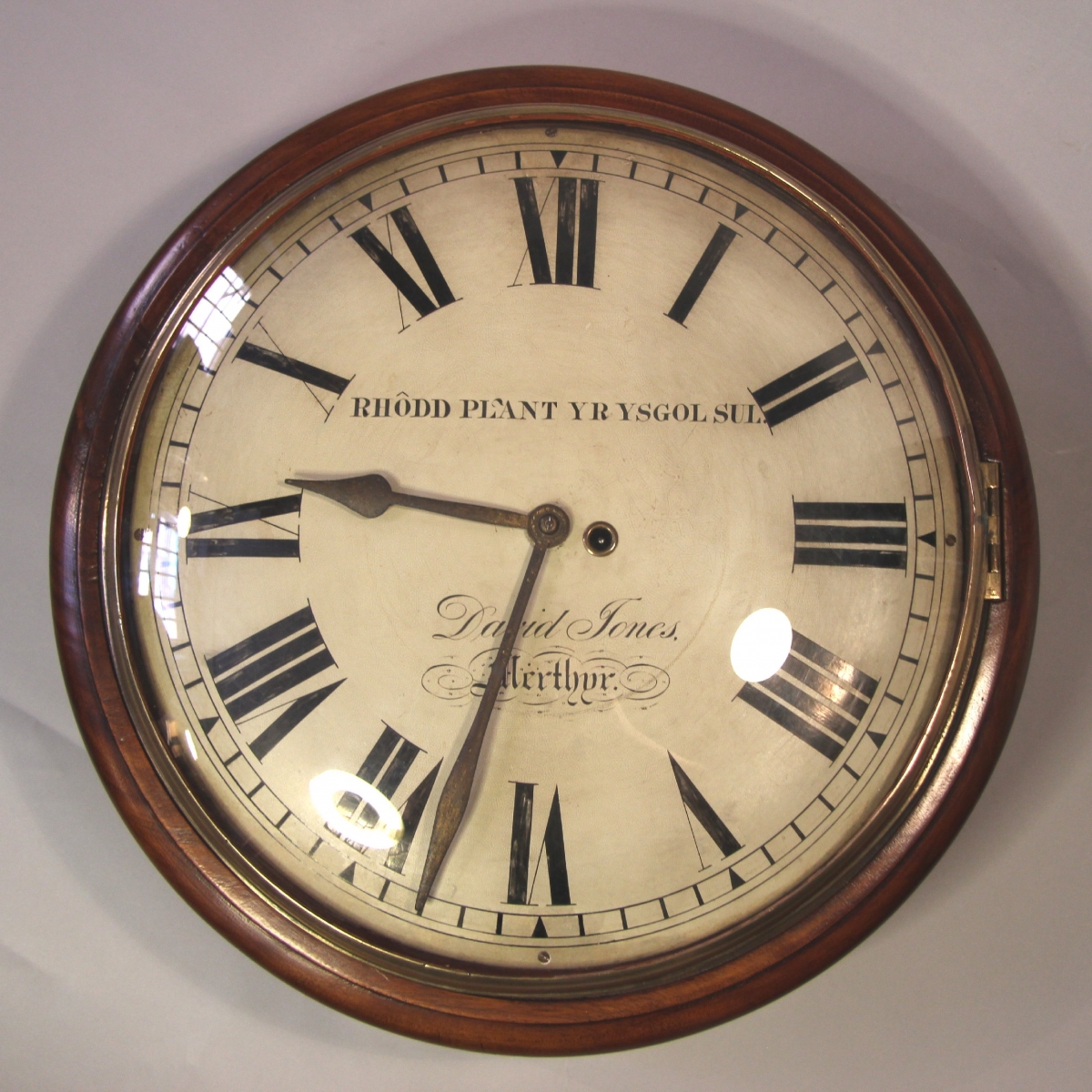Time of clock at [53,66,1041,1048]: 9:32
